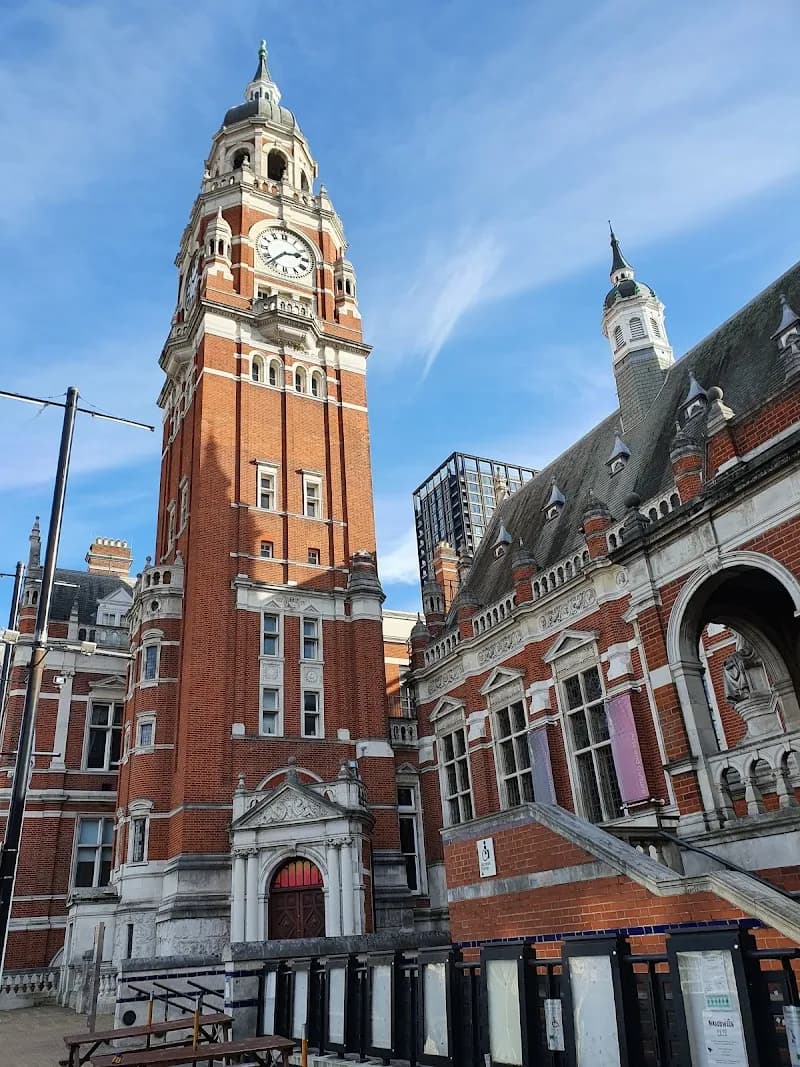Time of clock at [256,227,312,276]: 2:37
